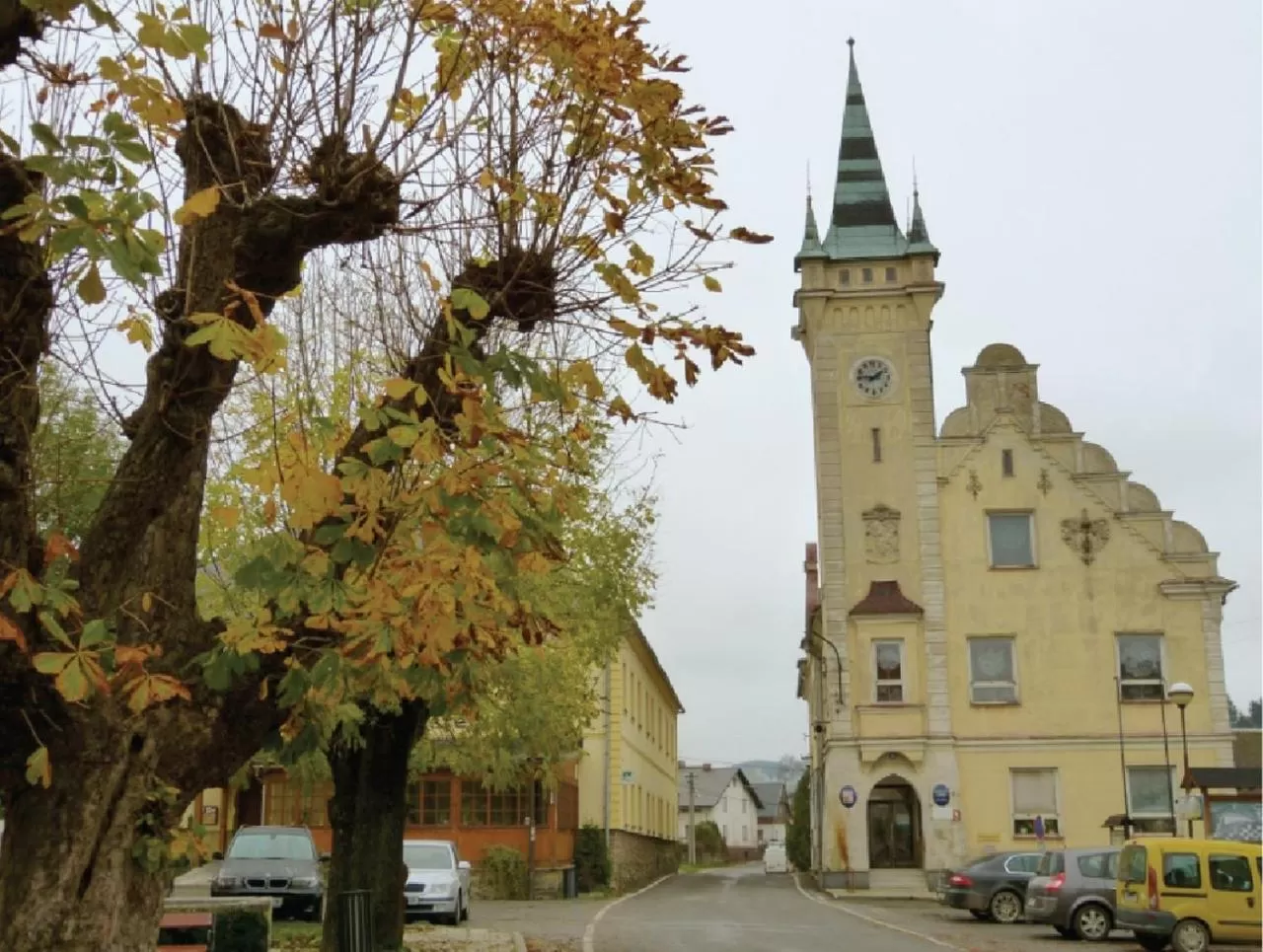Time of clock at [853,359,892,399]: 1:46
